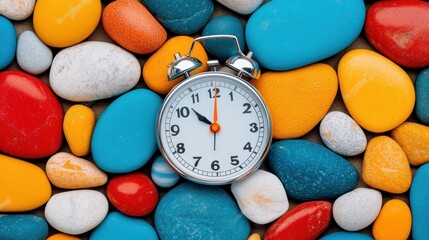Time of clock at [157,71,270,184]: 10:00
